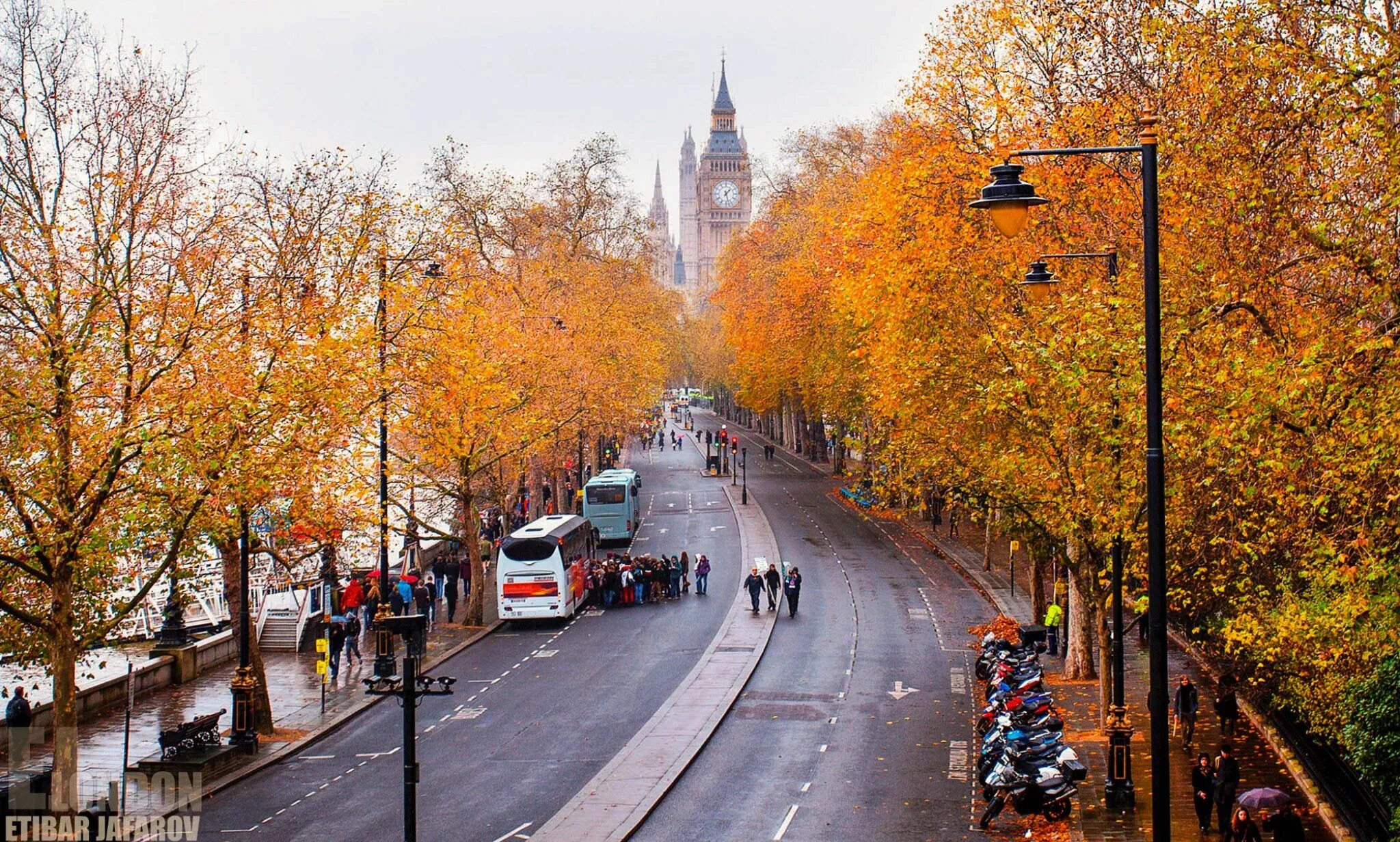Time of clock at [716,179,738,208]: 1:27
